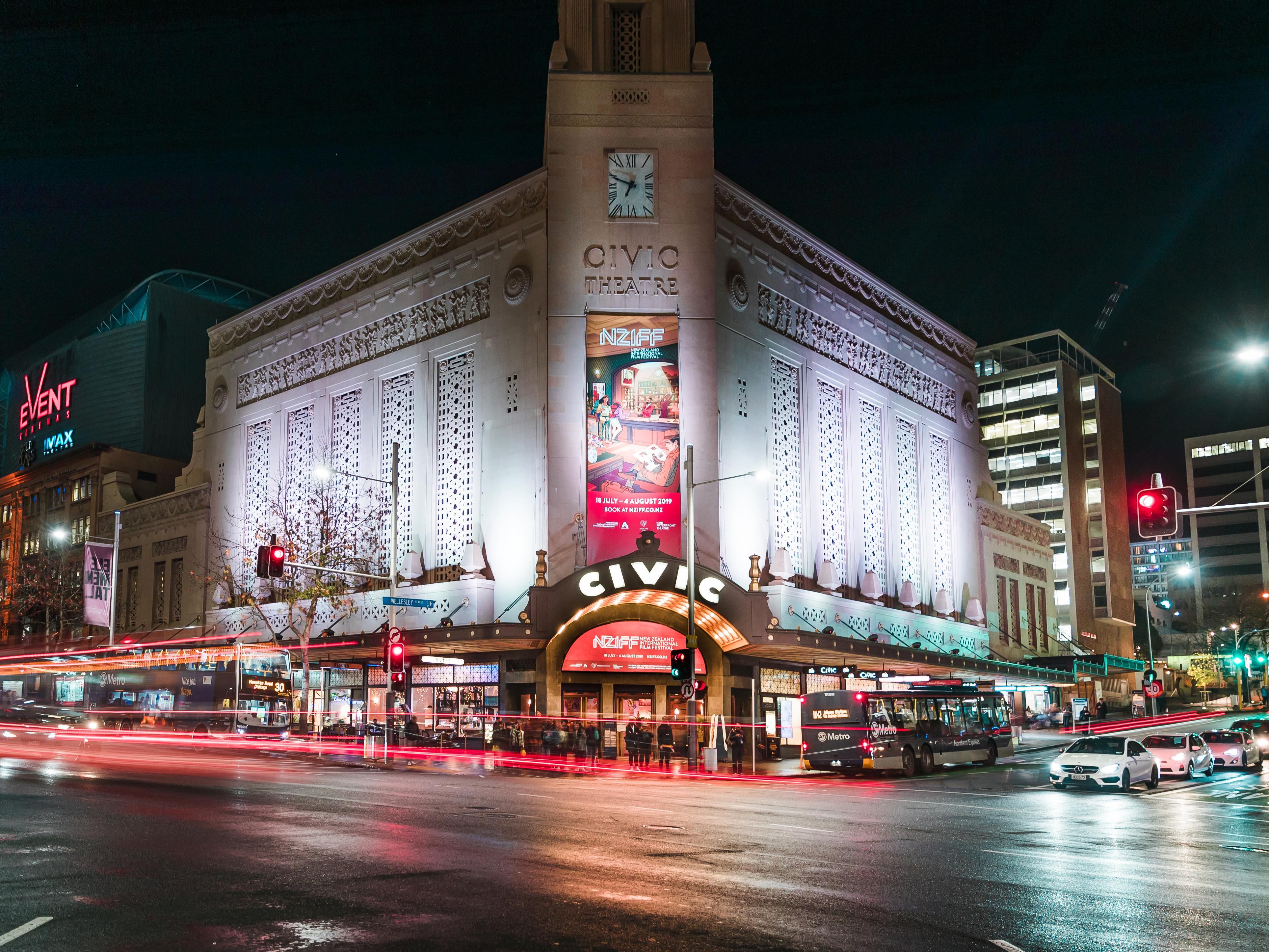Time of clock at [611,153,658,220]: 6:48
